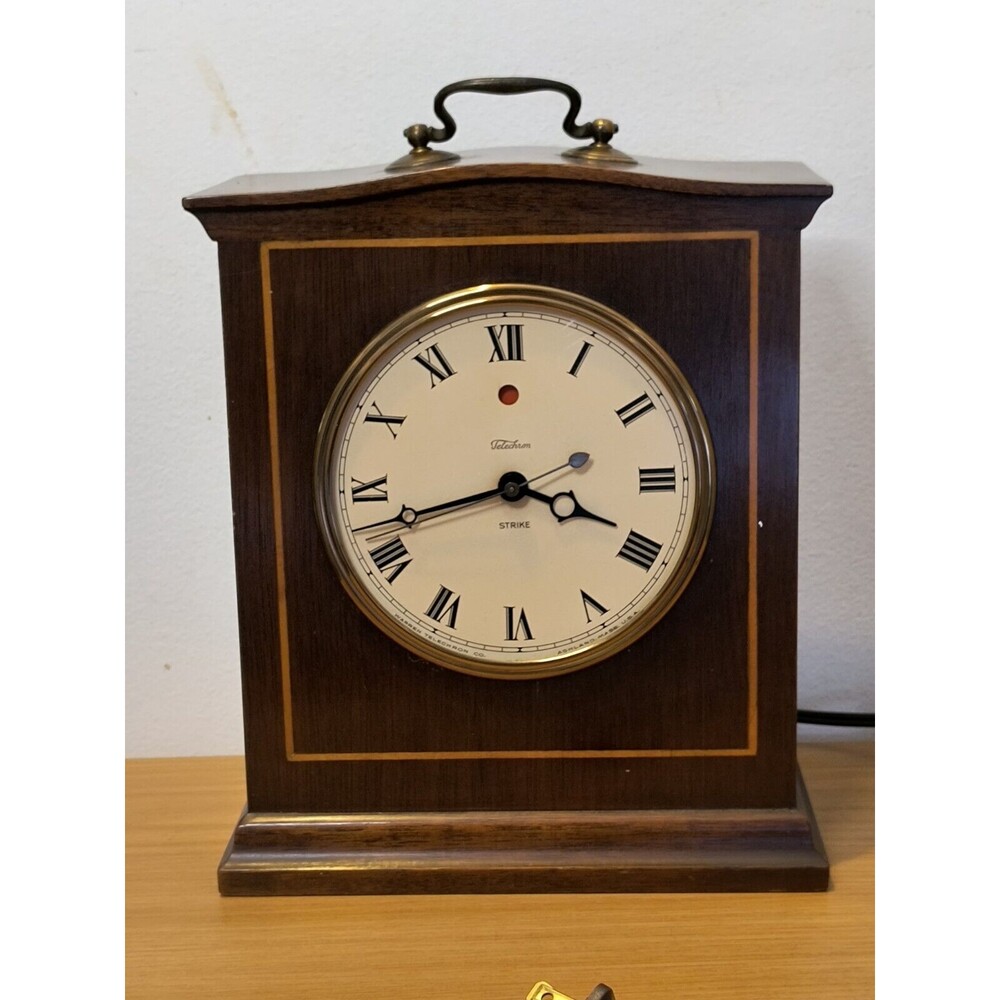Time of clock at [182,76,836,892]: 3:42
